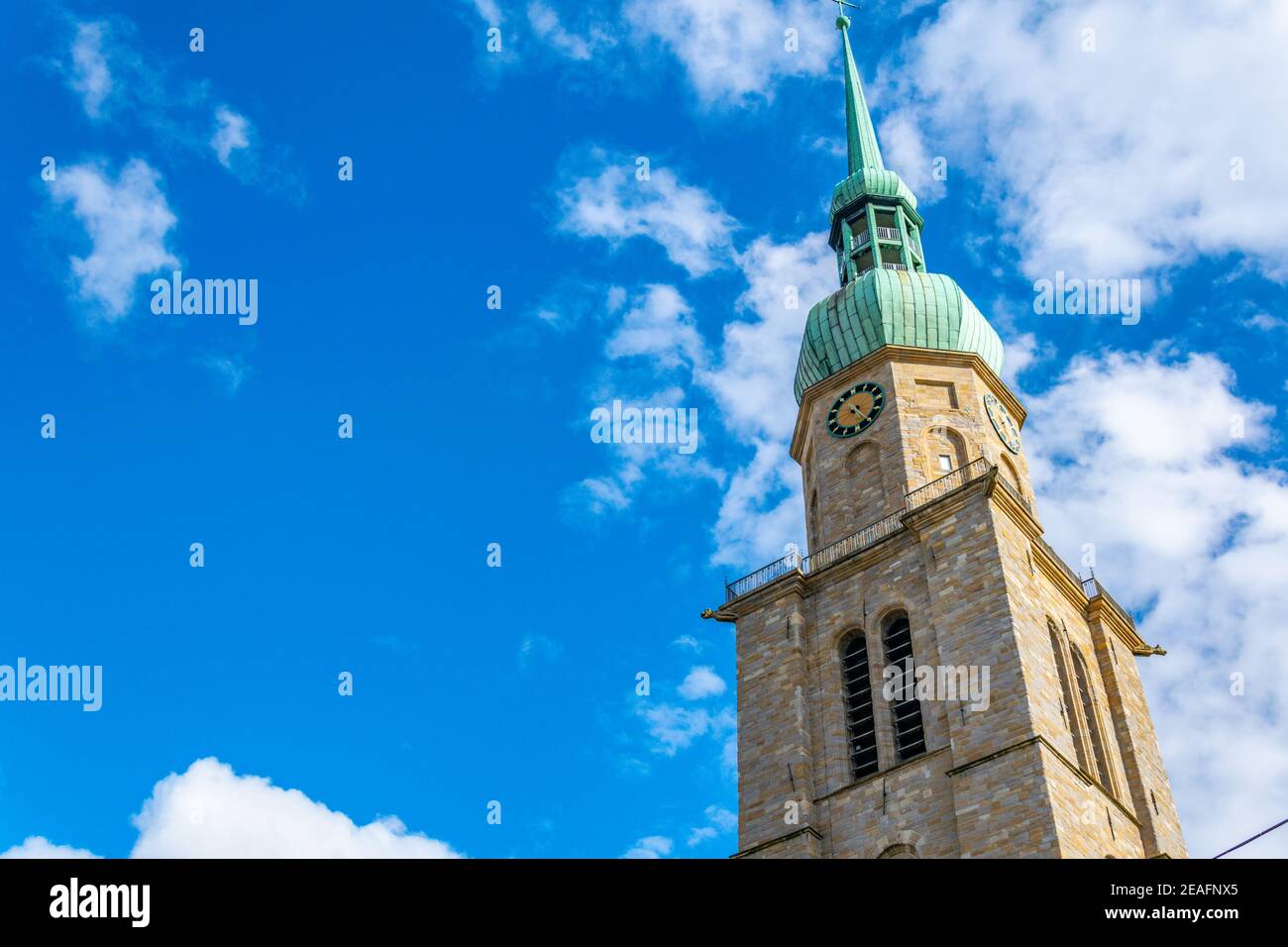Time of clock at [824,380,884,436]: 8:20
